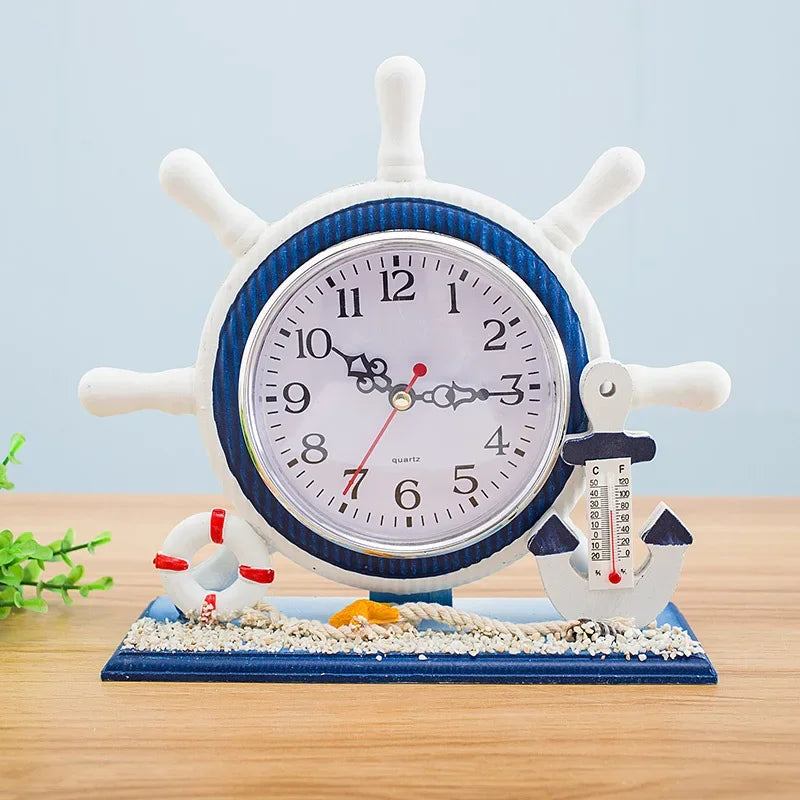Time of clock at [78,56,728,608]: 10:15
